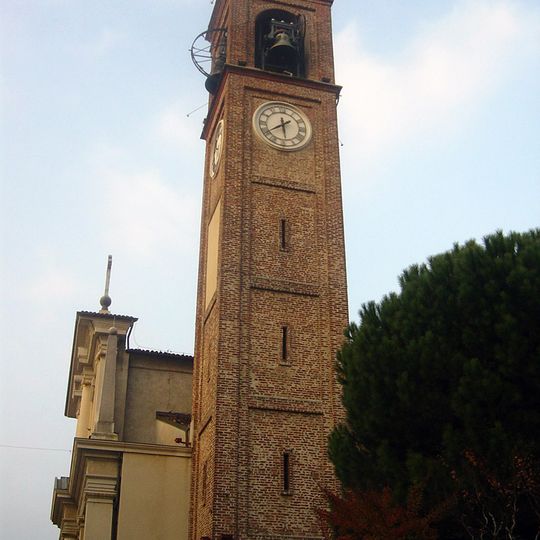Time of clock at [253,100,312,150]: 5:40
